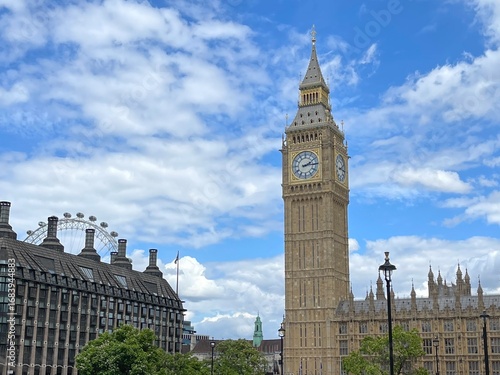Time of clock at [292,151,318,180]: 2:14
